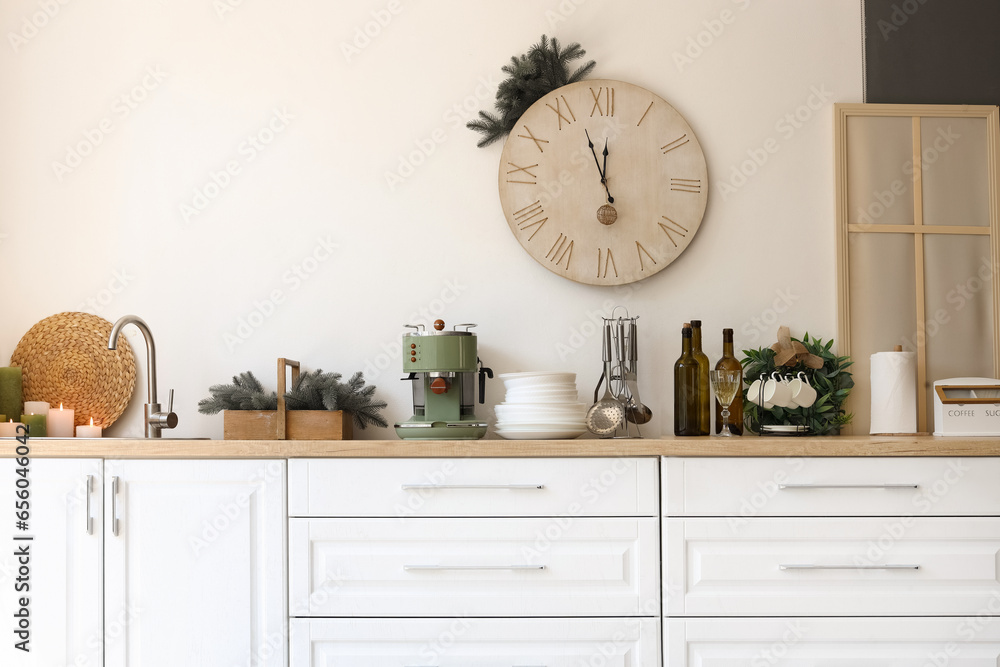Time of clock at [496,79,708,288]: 11:56
